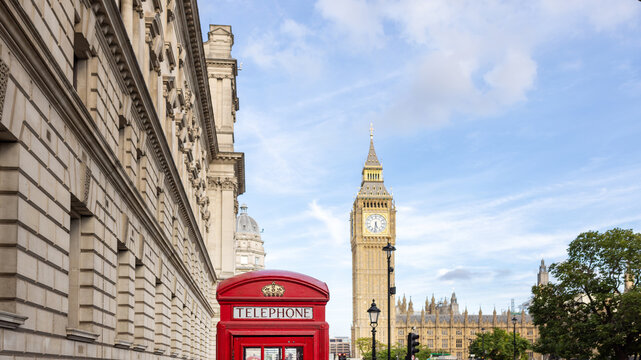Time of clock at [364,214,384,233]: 5:31
